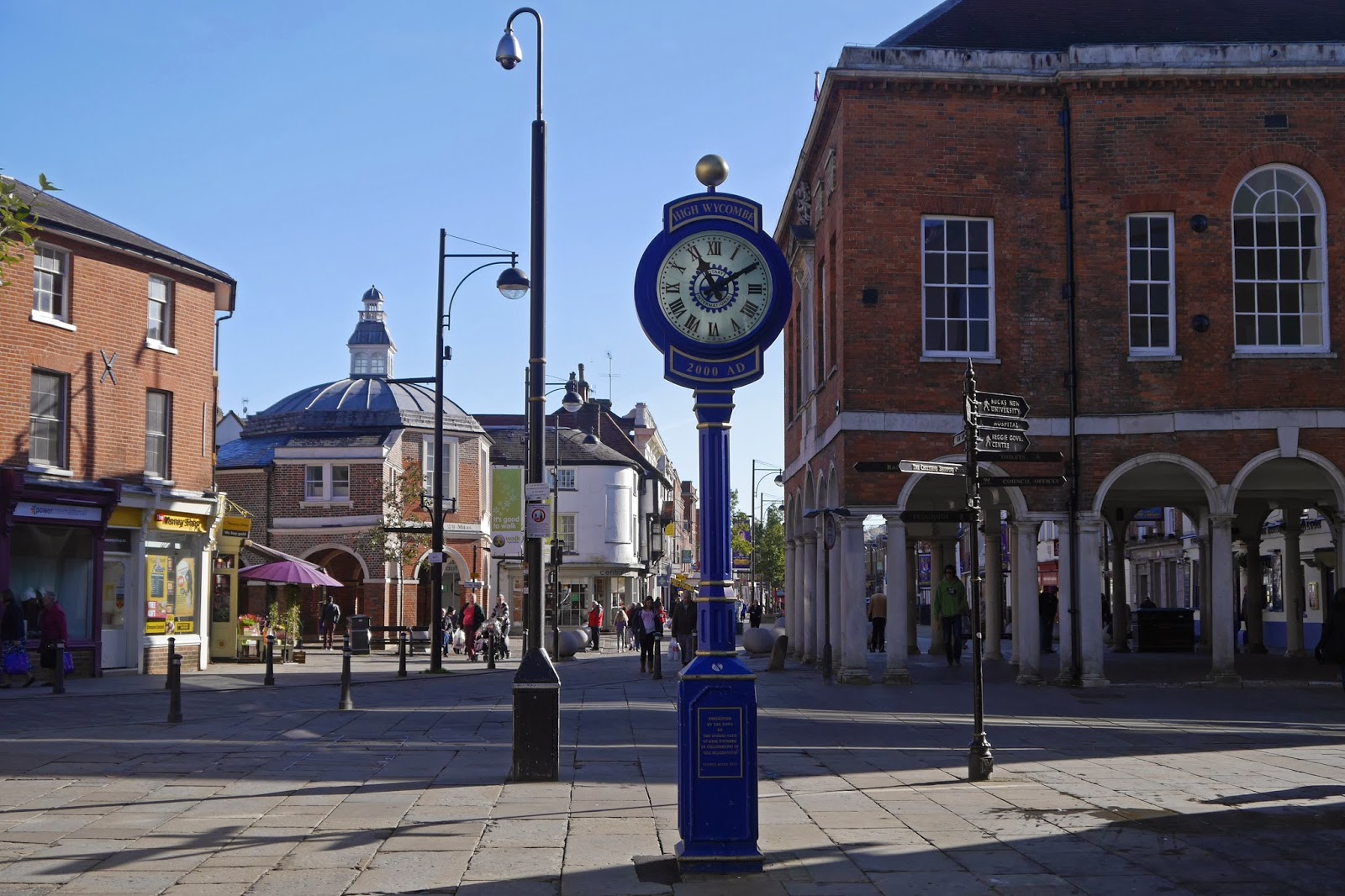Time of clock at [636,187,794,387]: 11:09
